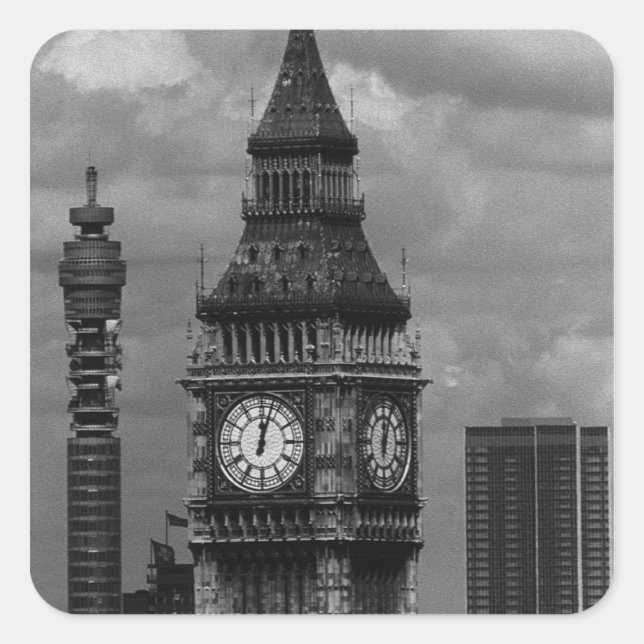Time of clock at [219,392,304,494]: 12:02
